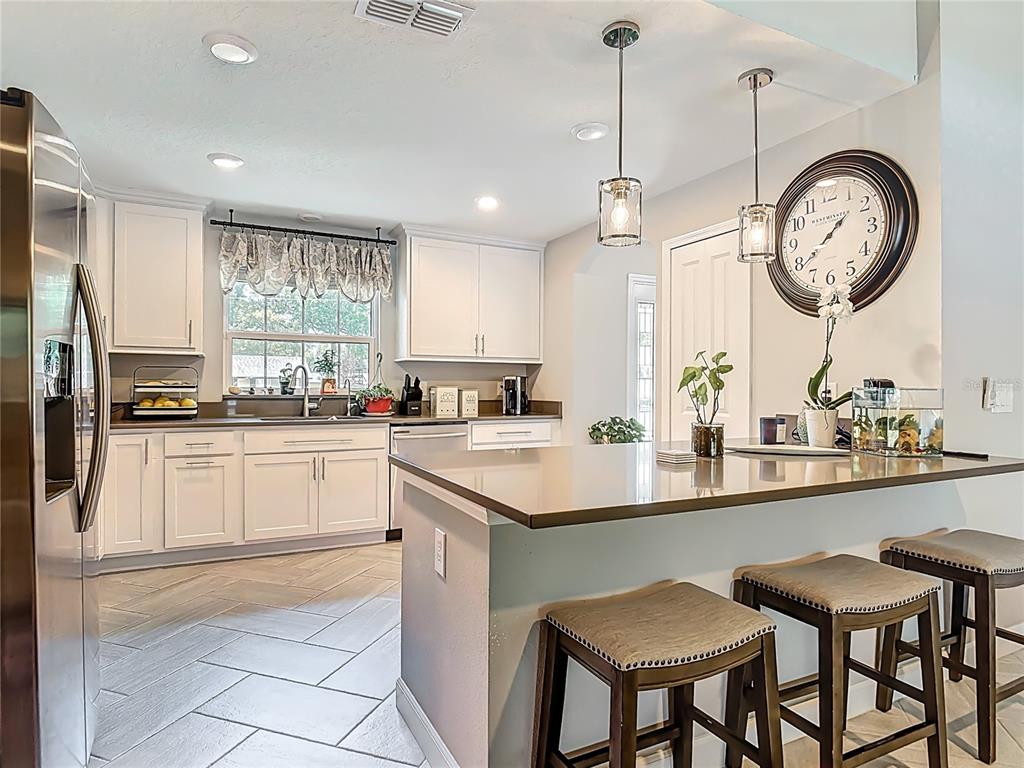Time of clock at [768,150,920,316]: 1:39
